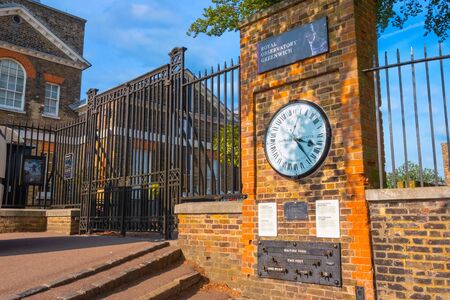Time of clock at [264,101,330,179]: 3:22
